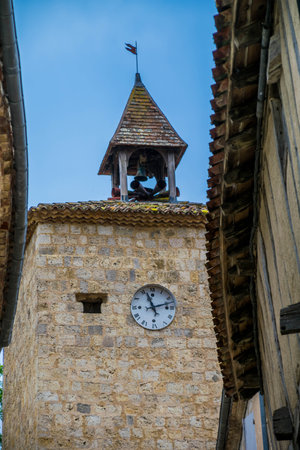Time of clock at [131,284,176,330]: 11:12
